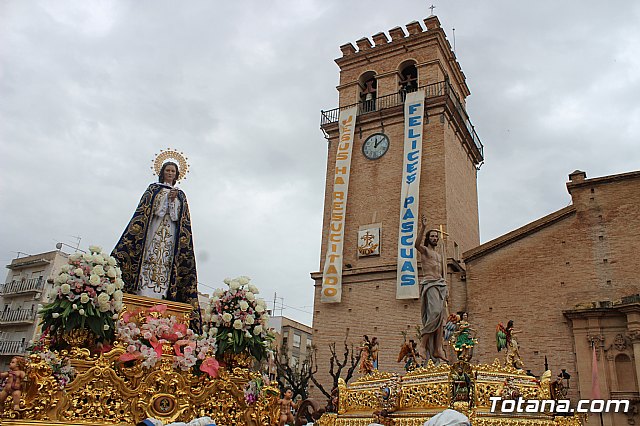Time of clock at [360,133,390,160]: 12:07
